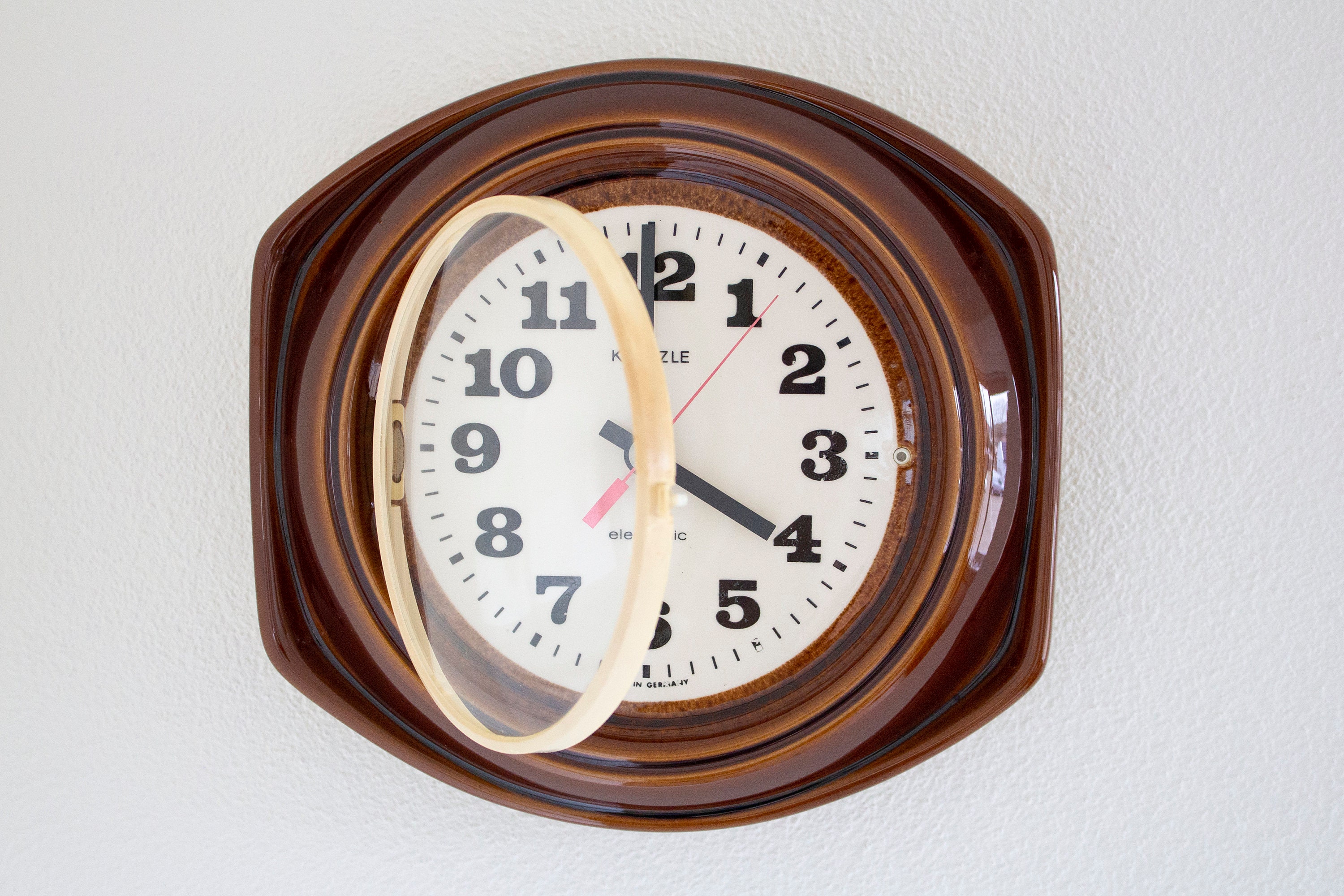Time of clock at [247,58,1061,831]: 3:58
